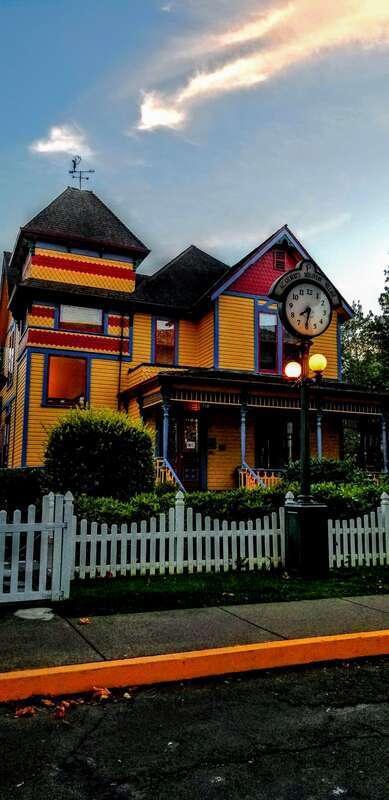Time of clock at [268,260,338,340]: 7:31
